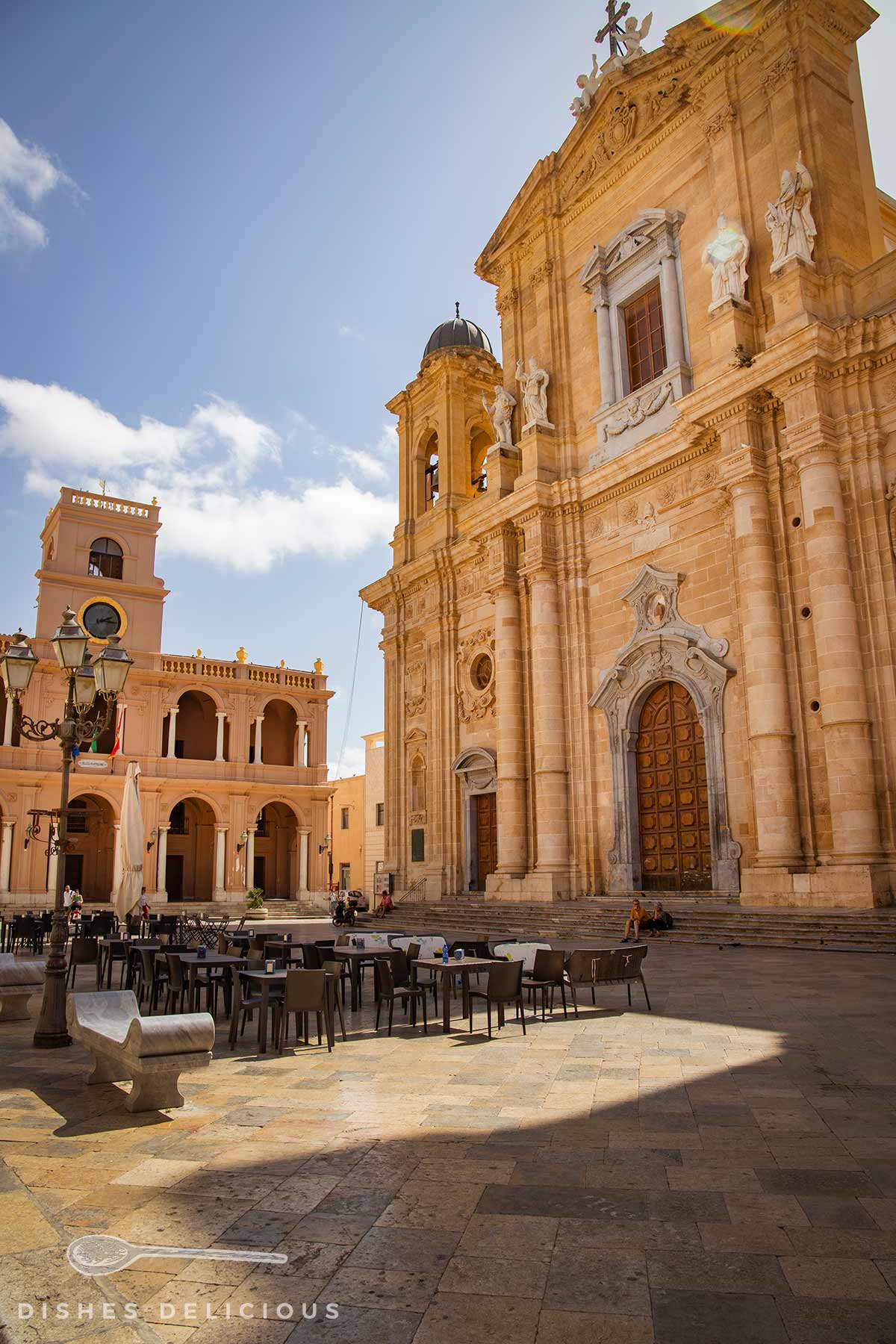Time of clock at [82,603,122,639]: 2:15
